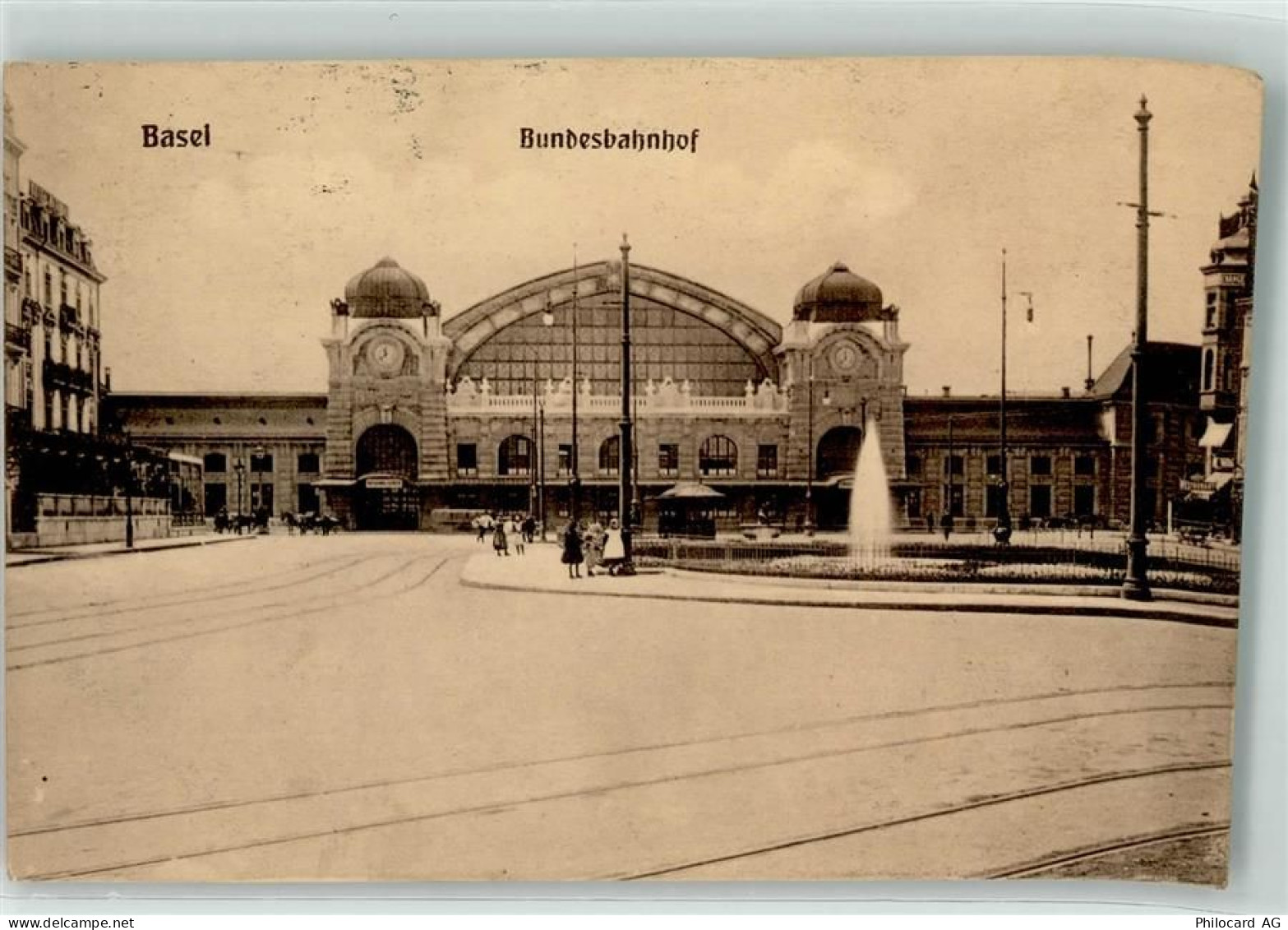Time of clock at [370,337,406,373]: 11:37
